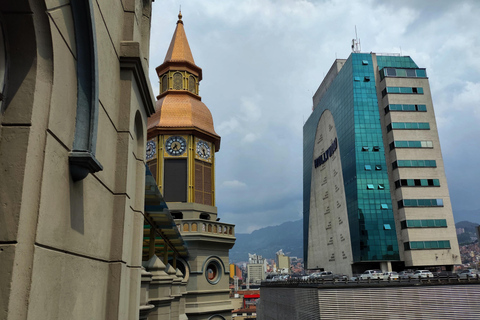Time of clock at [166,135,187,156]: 7:25
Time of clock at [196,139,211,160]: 5:51
